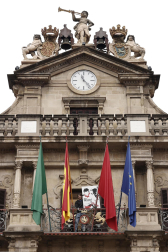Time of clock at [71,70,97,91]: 11:23
